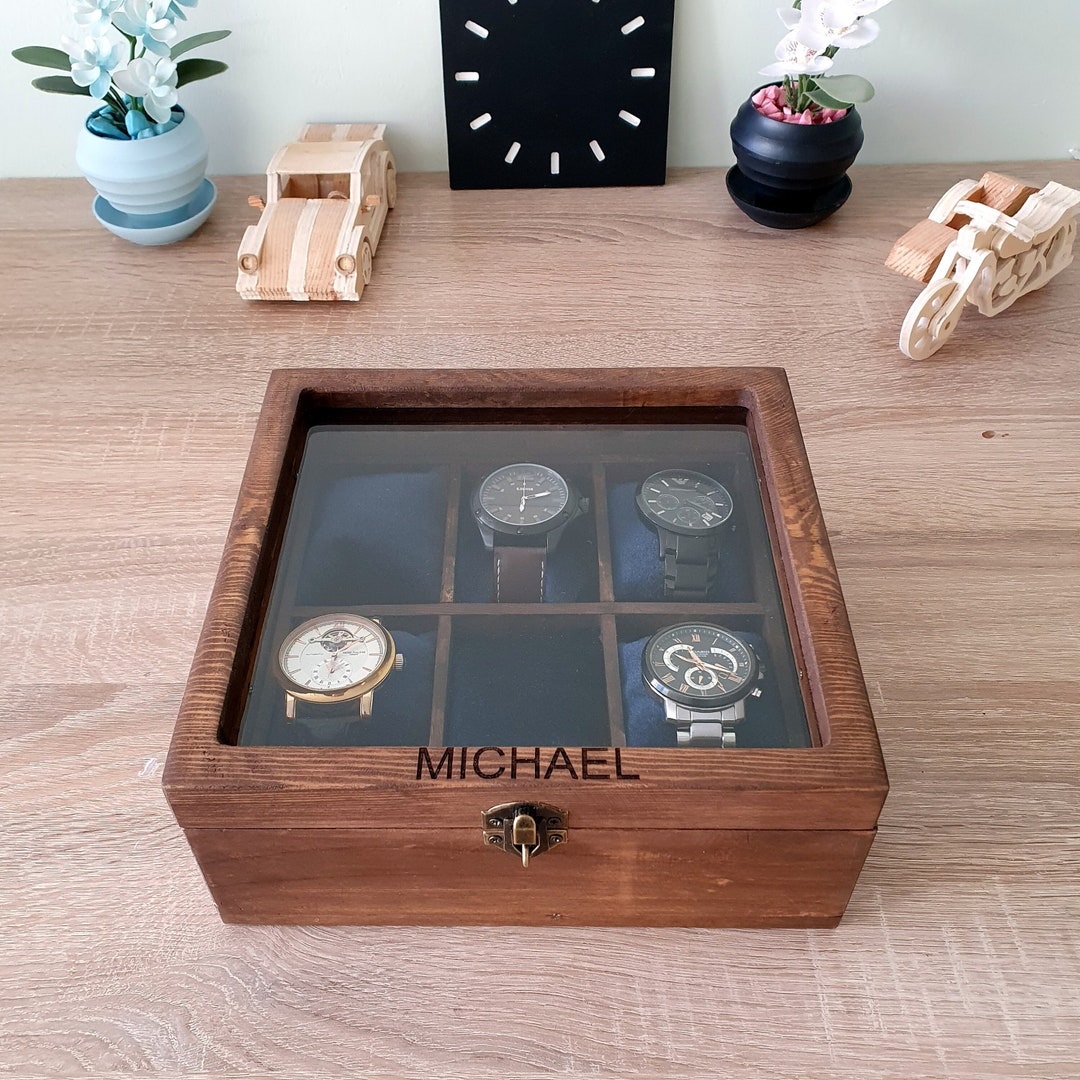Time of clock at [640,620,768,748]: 11:18
